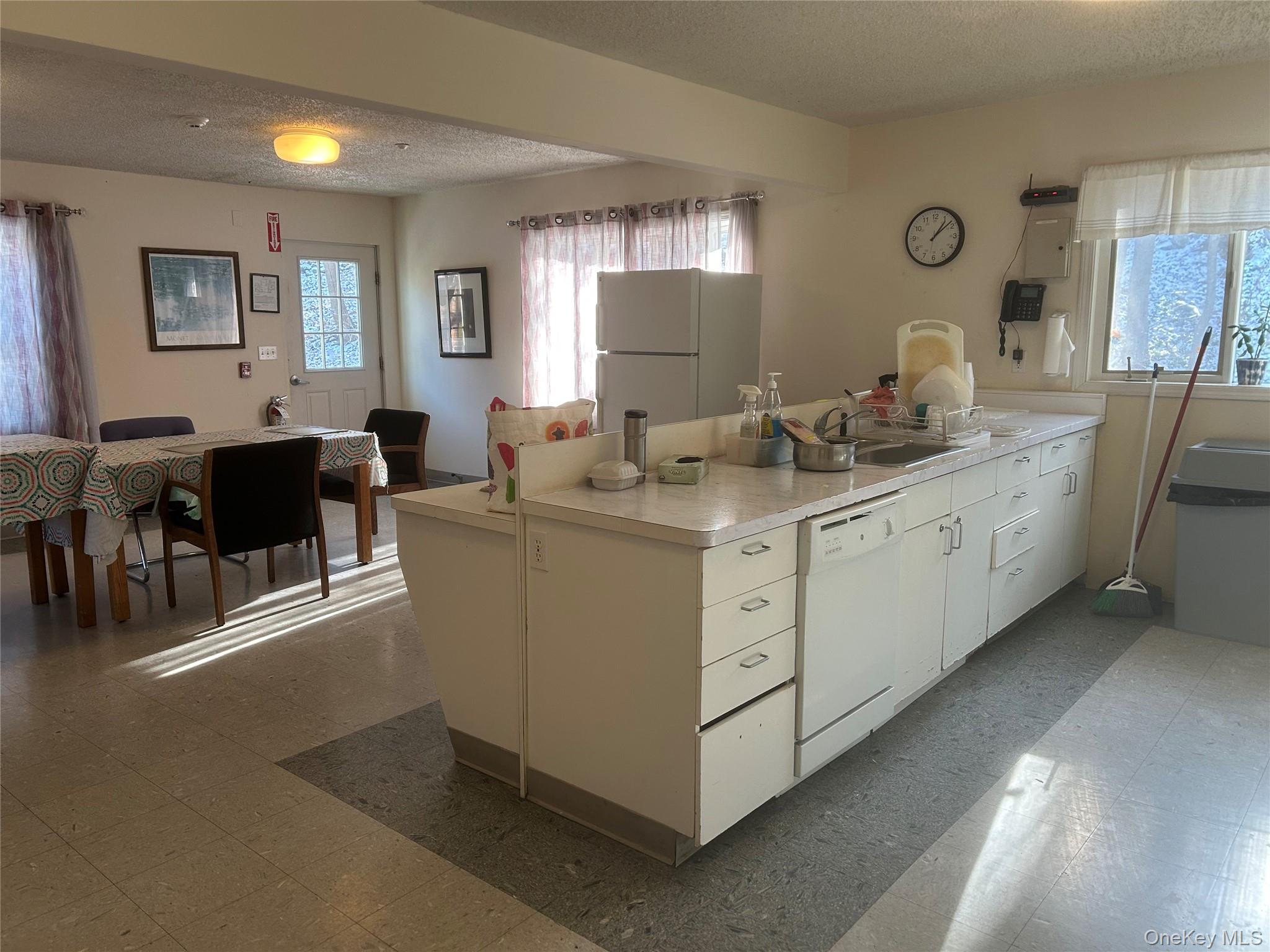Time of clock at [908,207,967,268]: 1:08
